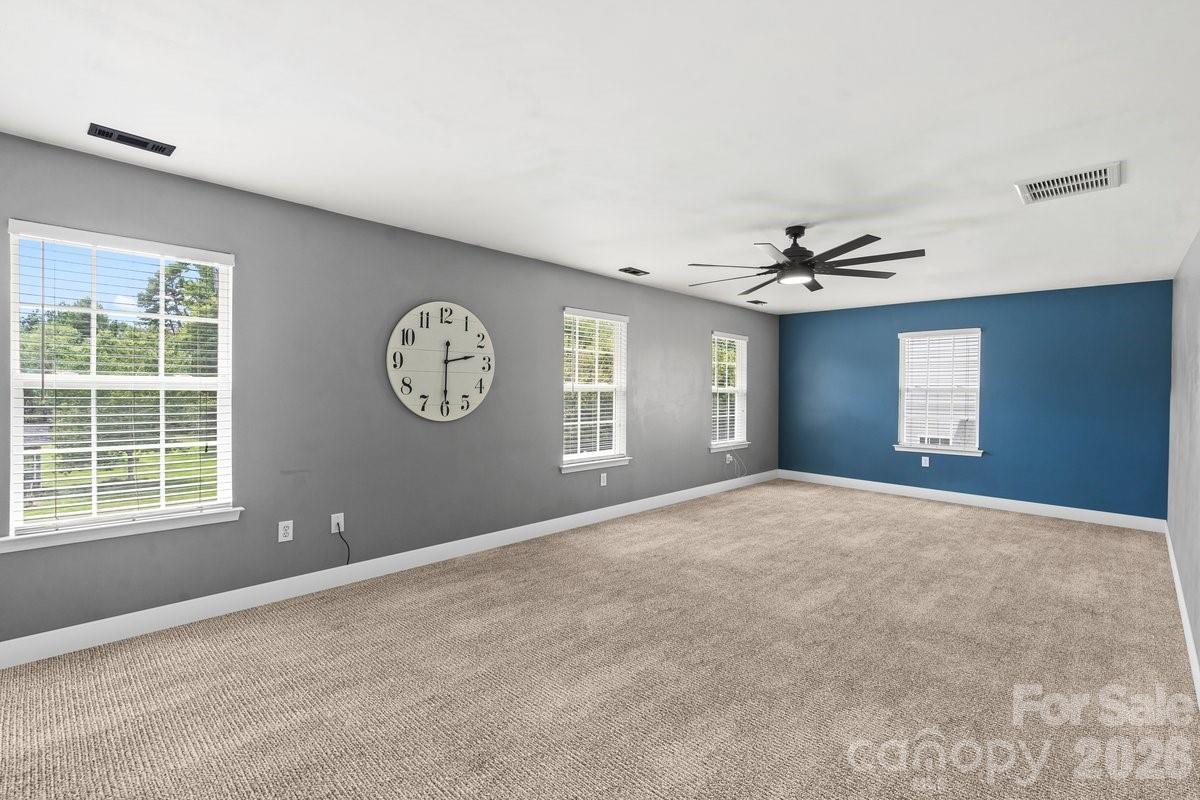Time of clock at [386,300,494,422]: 2:29
